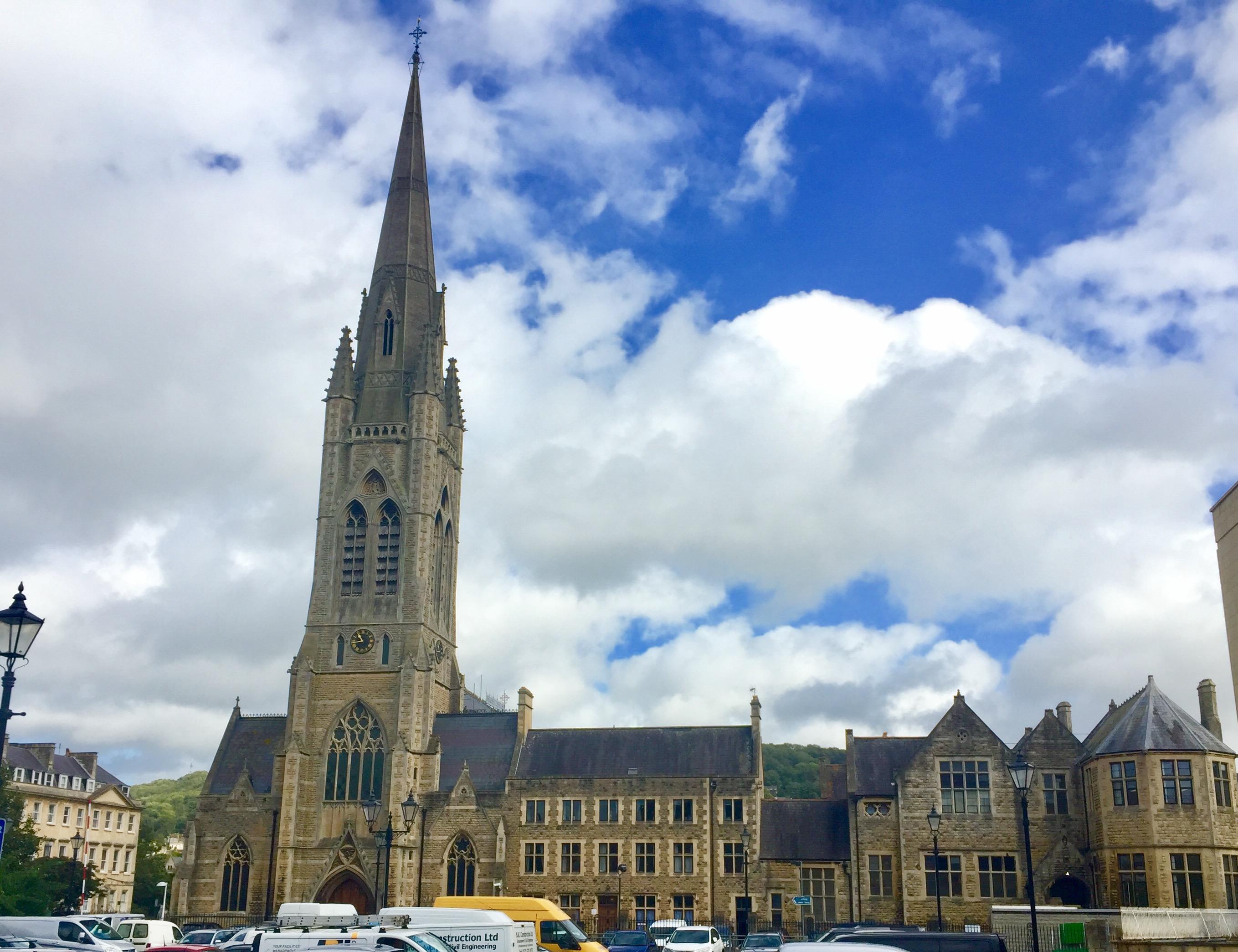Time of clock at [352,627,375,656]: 10:44
